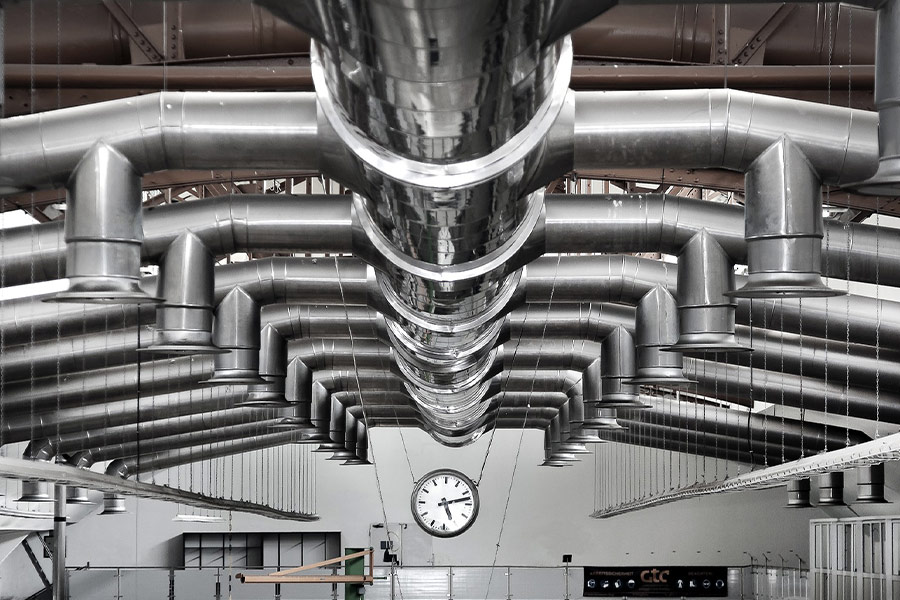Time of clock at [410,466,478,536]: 5:12
